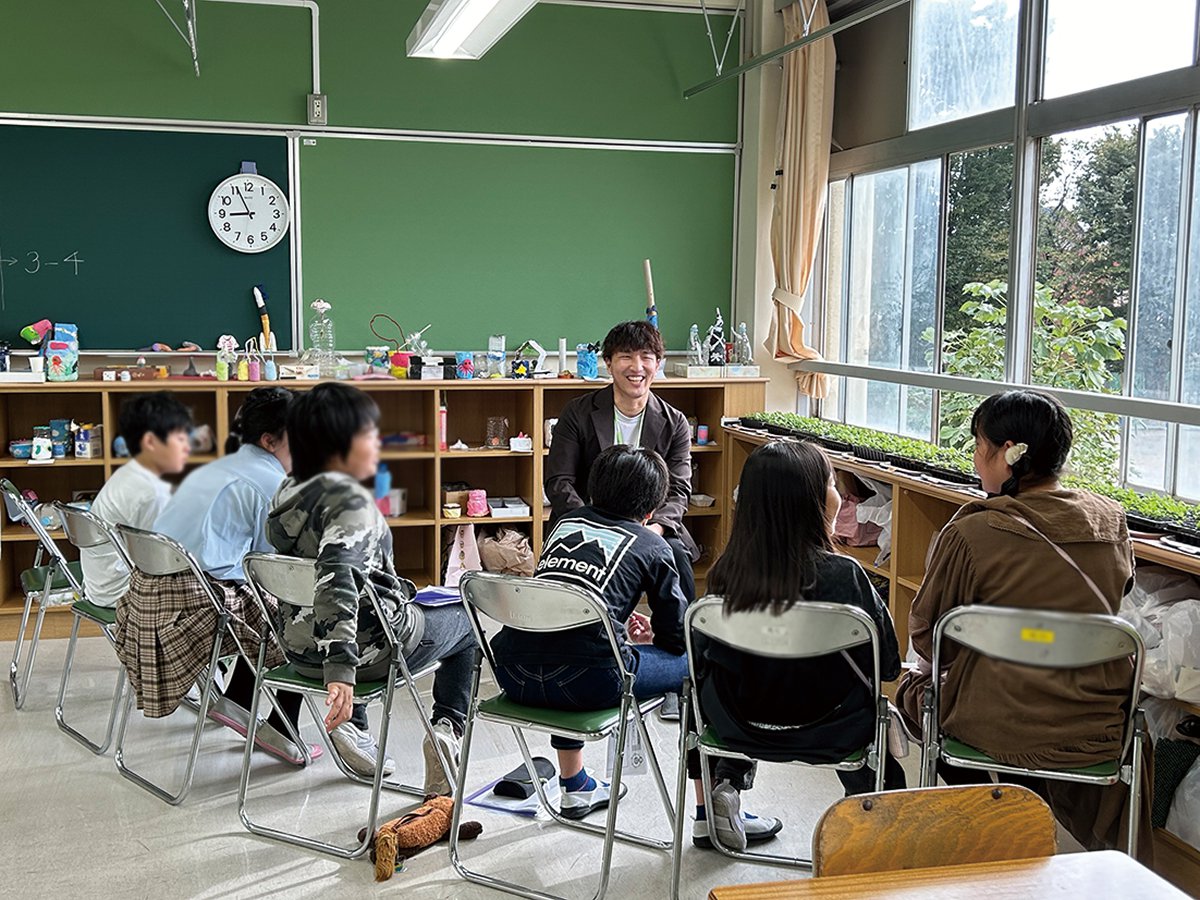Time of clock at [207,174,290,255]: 8:56
